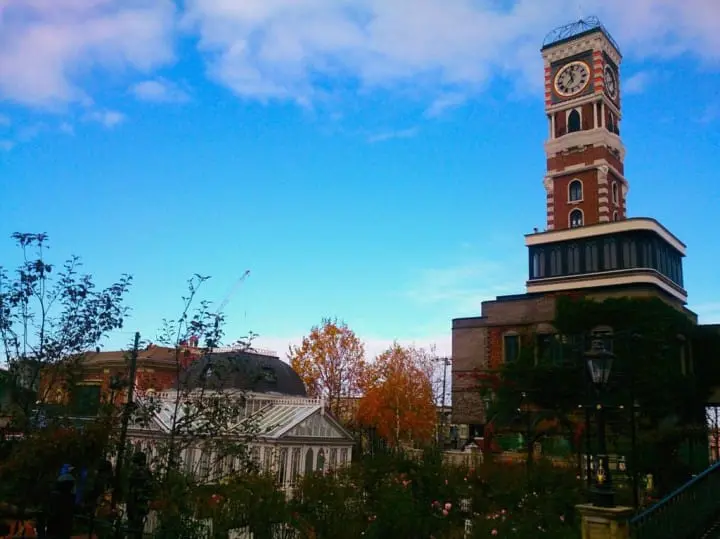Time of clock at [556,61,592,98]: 11:36
